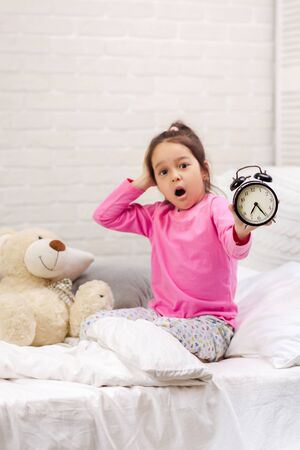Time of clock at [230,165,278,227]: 7:25
